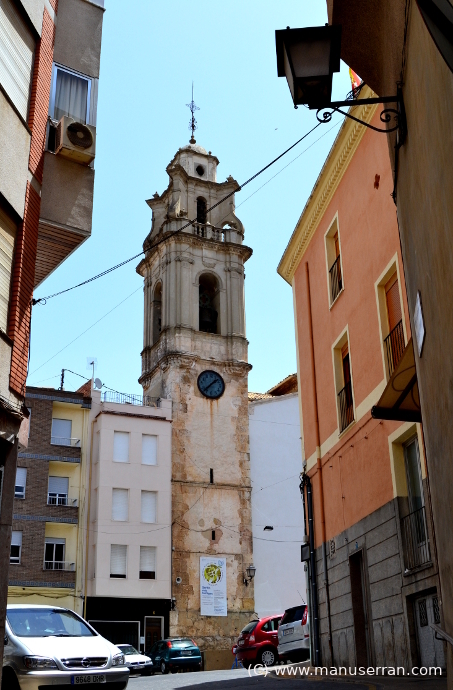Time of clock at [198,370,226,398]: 1:37
